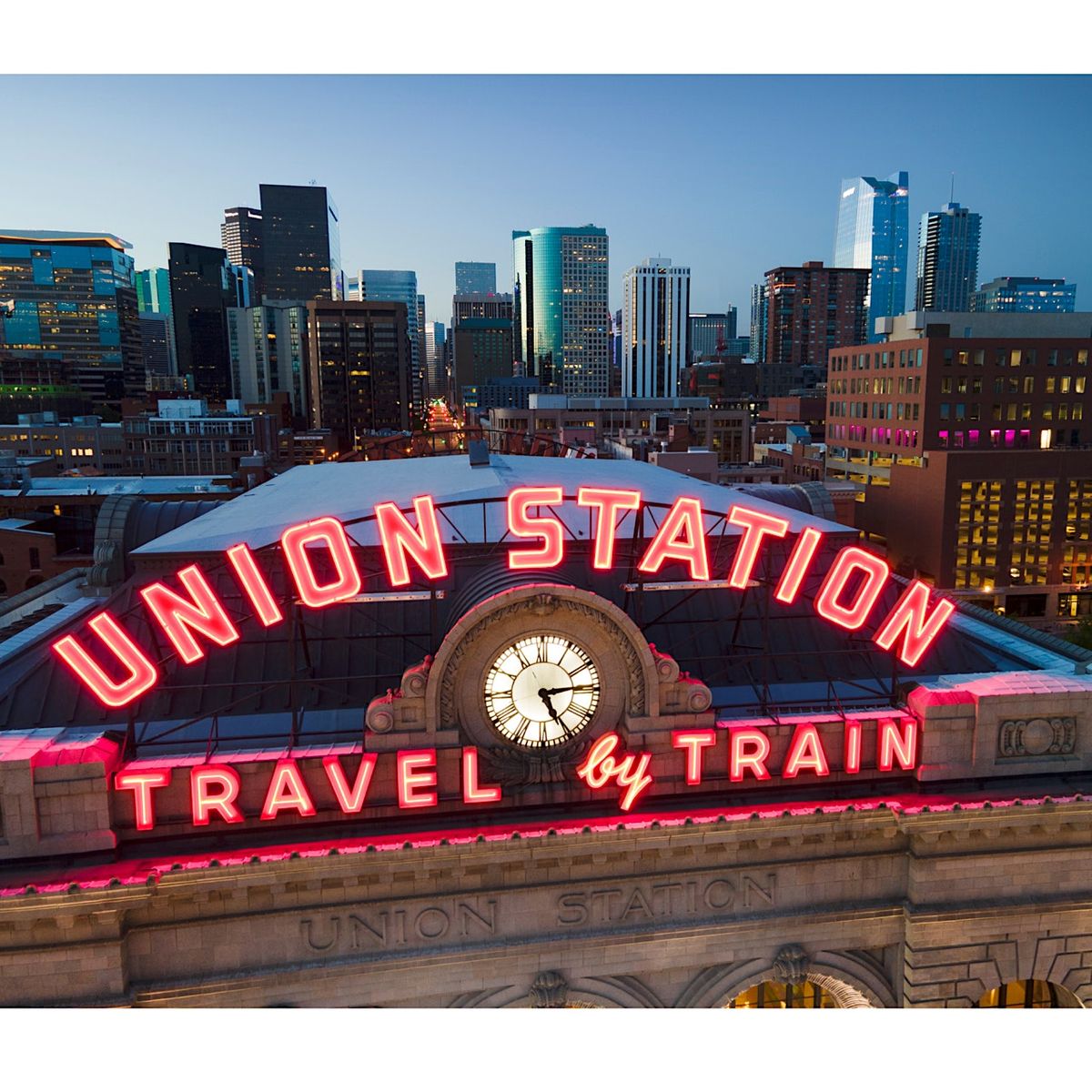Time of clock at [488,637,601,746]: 5:14
